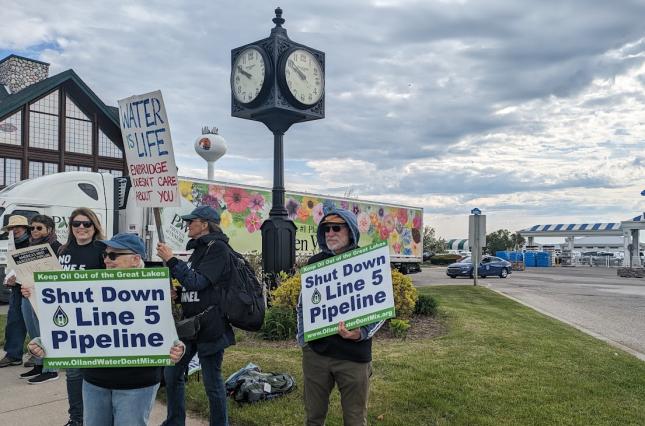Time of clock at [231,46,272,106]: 9:50
